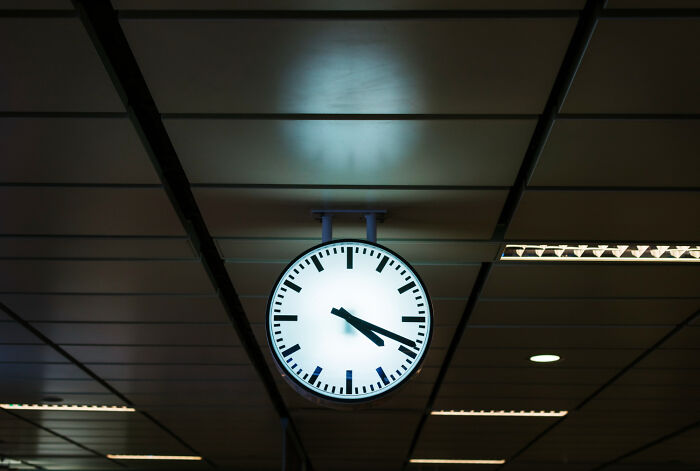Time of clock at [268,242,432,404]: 4:18
